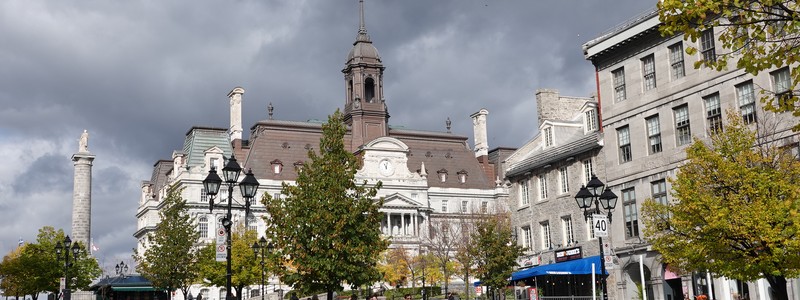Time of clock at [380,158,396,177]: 11:02
